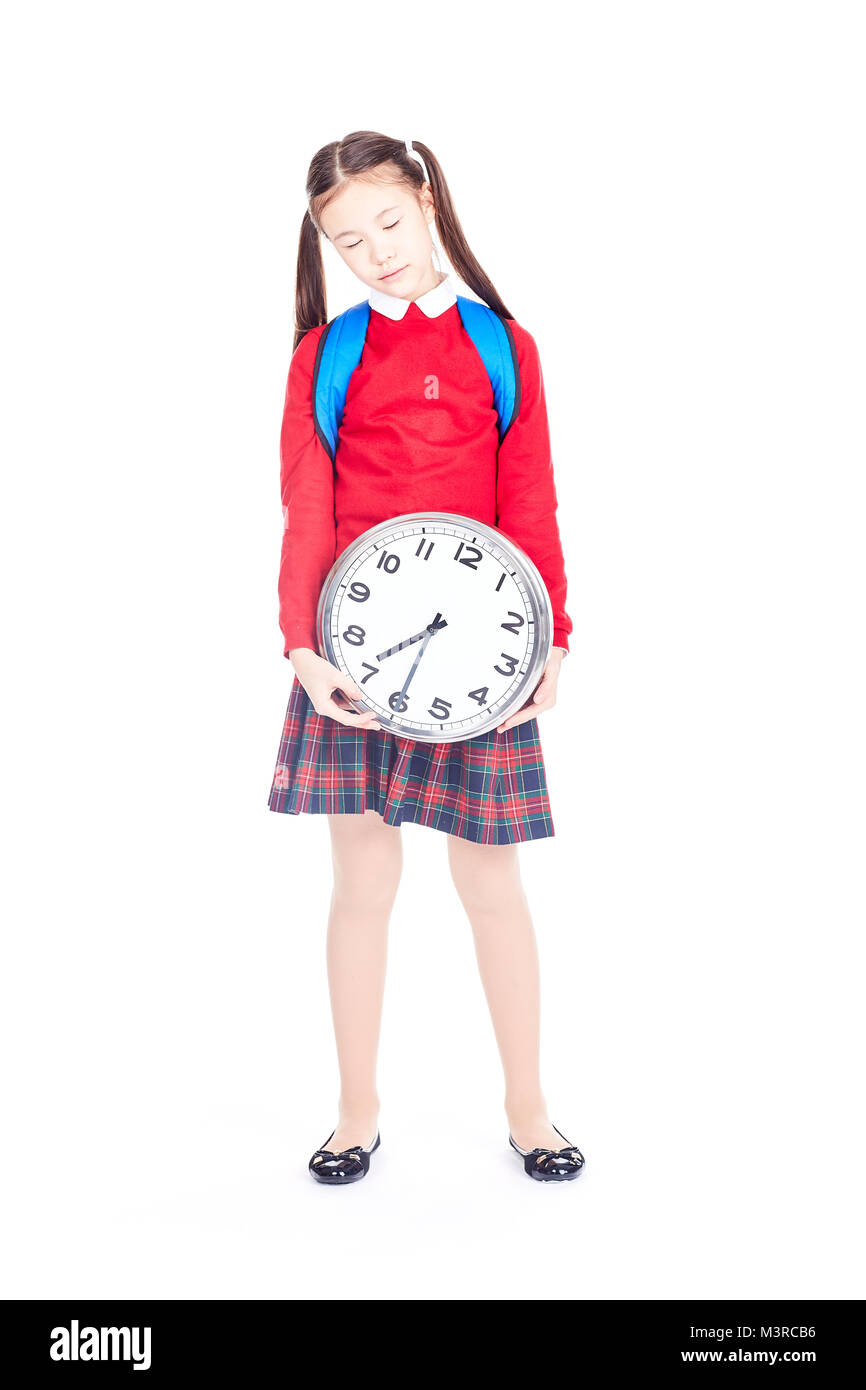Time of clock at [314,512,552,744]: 7:30
